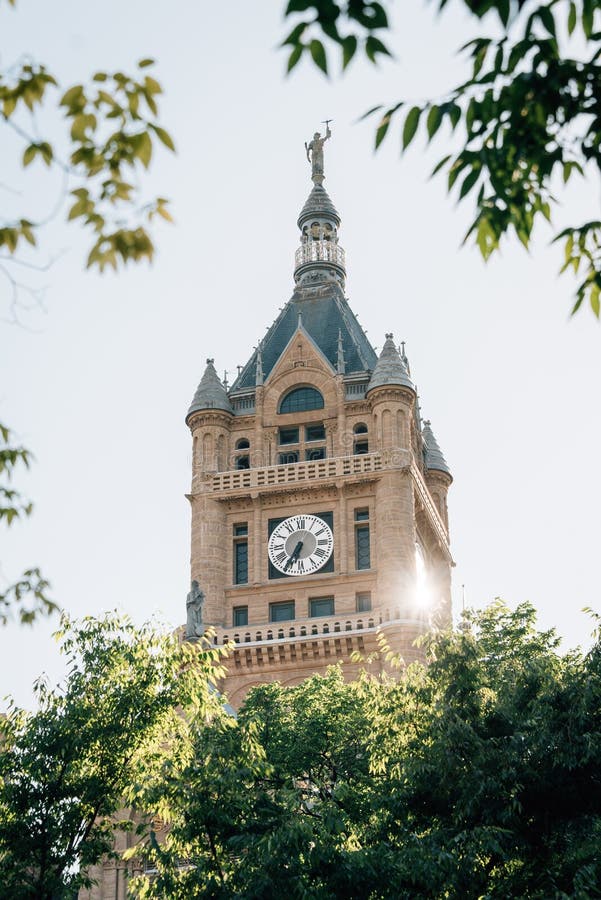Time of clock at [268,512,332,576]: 6:35
